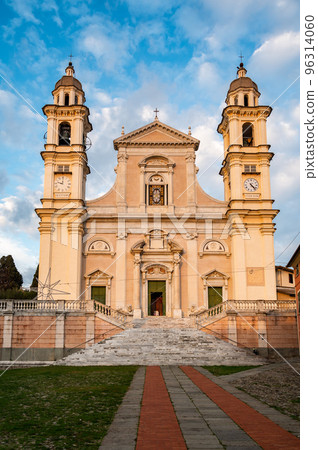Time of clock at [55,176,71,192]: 9:01
